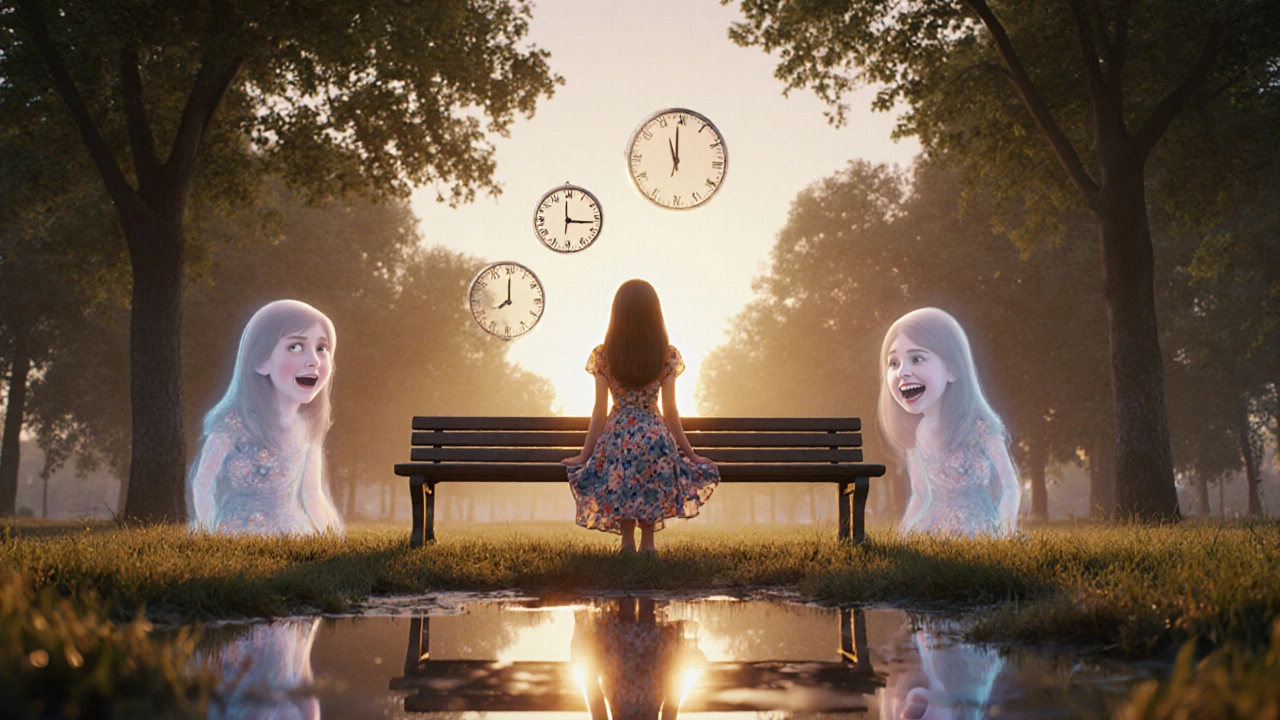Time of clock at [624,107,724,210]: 10:58
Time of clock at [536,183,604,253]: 3:16
